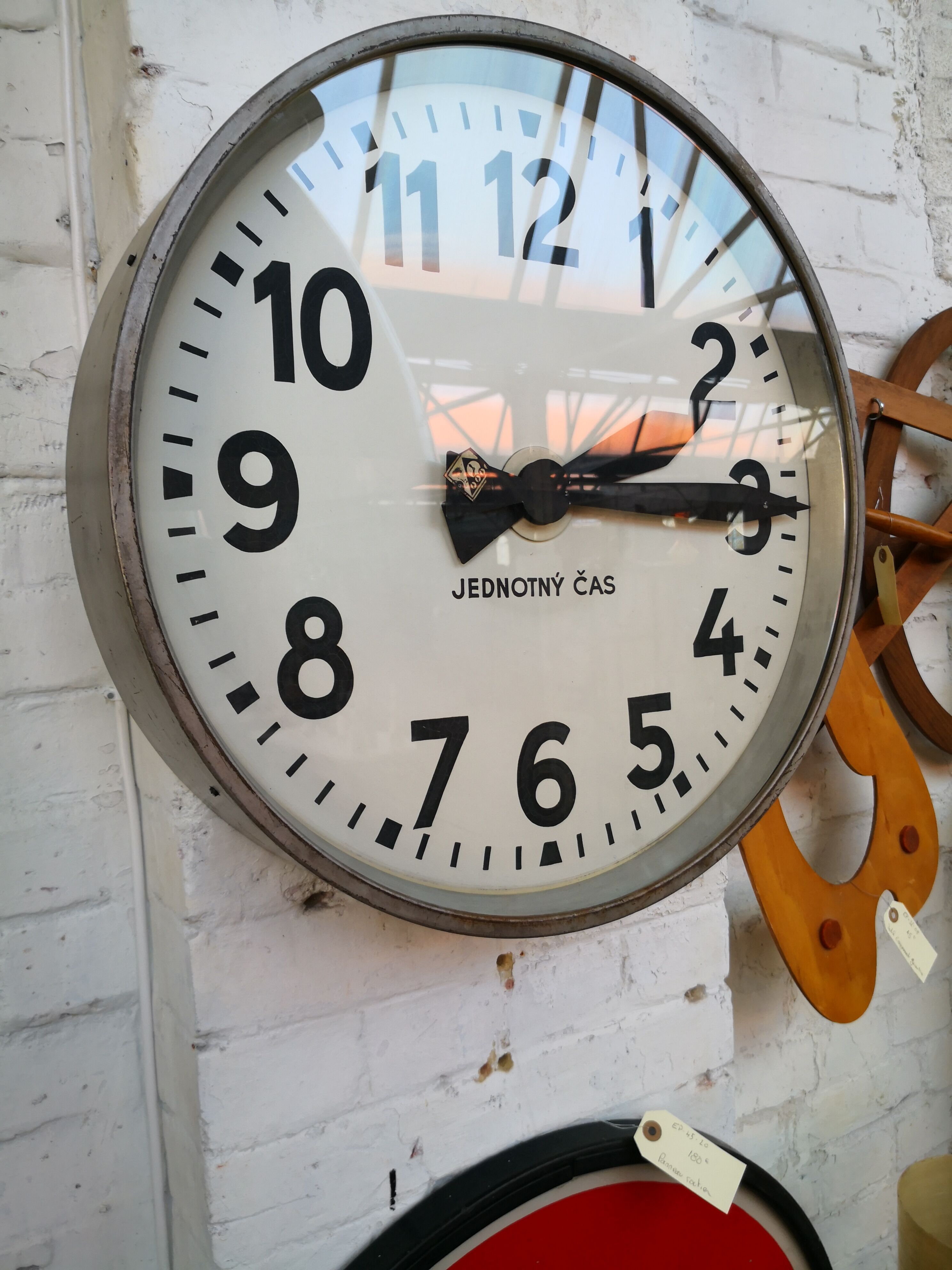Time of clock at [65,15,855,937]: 2:14
